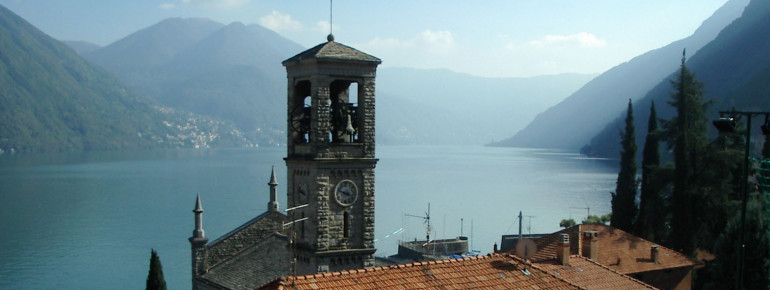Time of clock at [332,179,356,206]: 3:48
